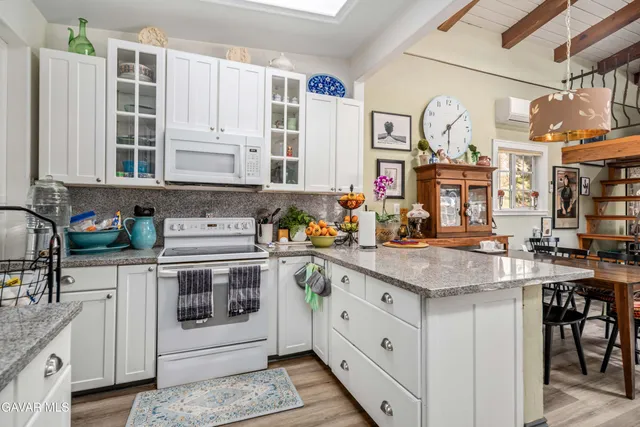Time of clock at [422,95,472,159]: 6:08
